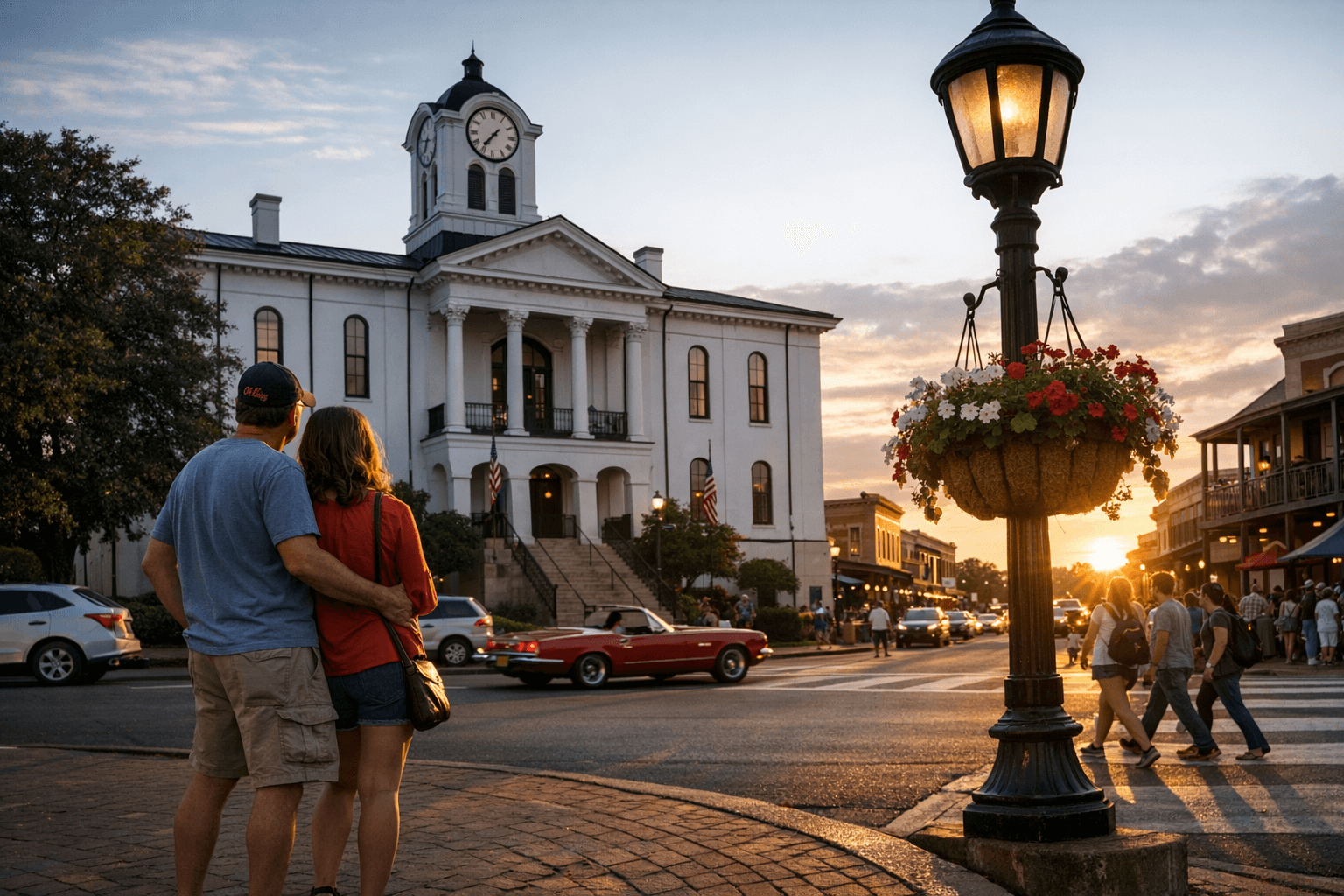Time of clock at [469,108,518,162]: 7:36
